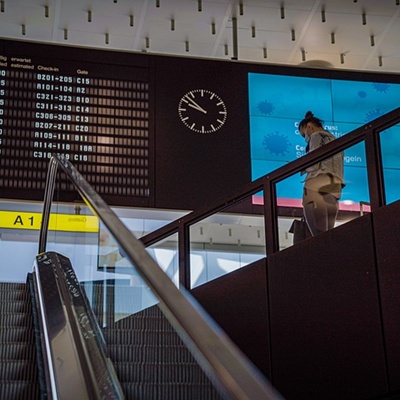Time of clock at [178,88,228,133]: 9:52
